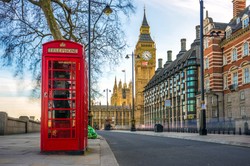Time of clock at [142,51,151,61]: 4:22
